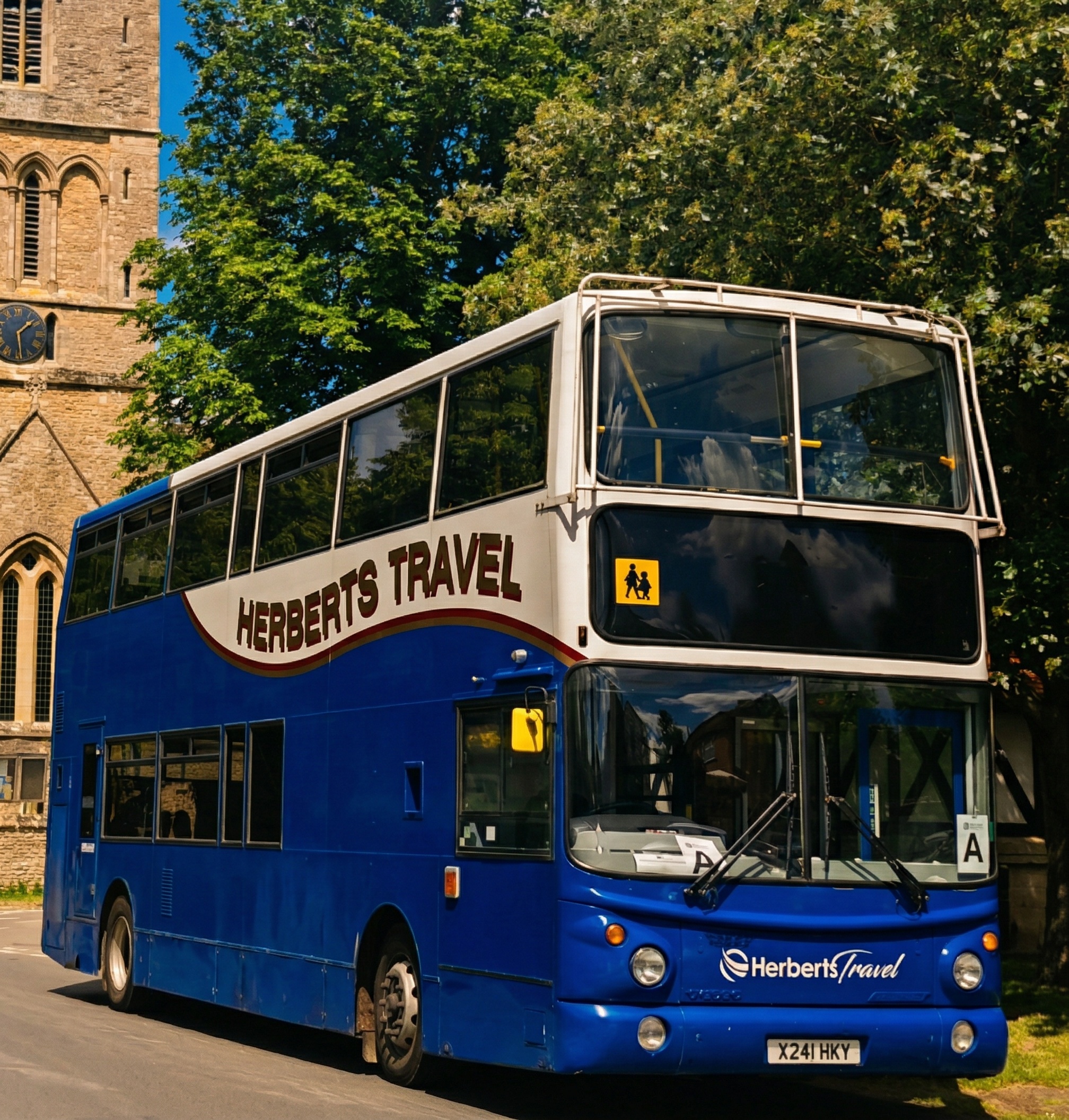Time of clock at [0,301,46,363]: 1:28
